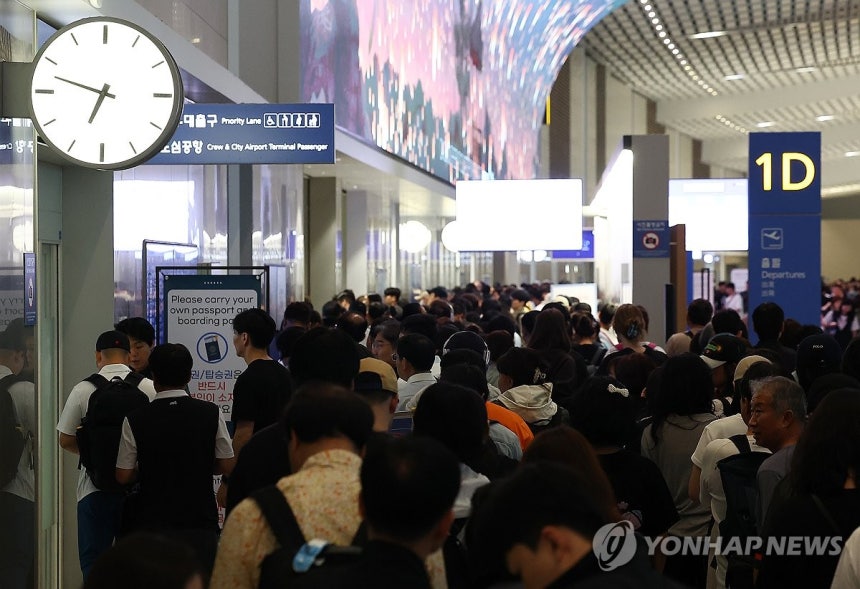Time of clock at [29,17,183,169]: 6:47
